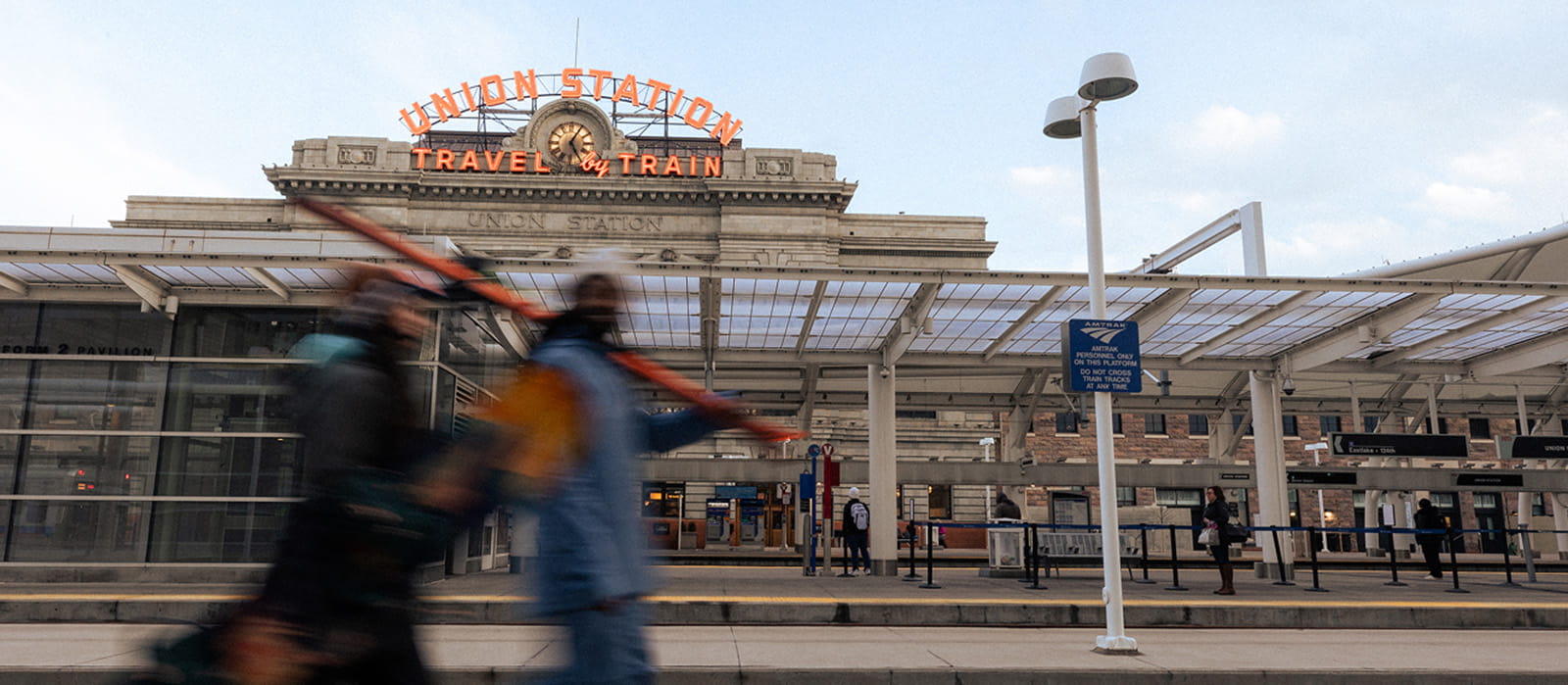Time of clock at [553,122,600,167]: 5:05
